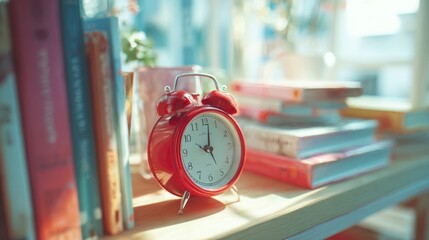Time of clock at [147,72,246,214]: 9:01
